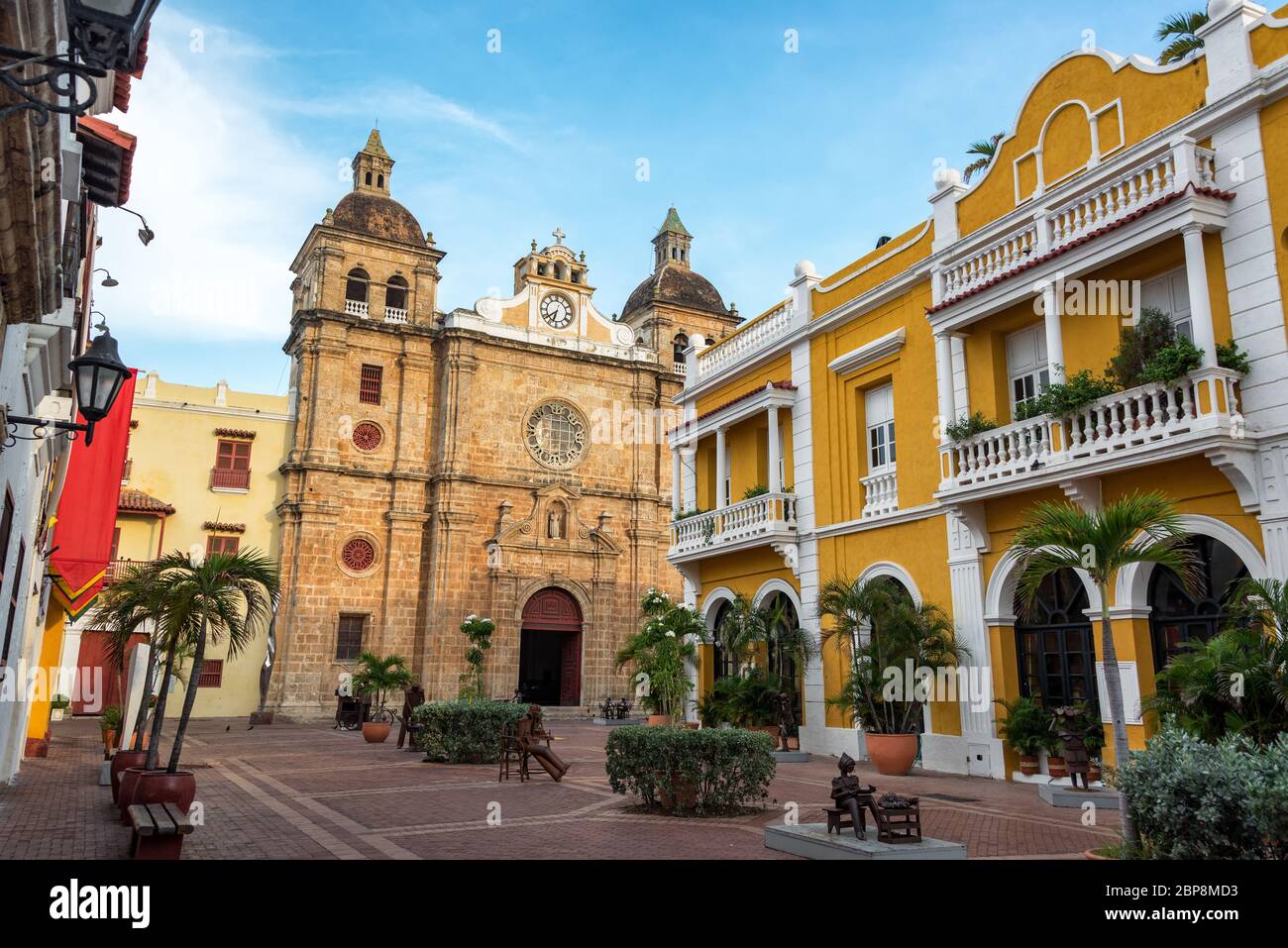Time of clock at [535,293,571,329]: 6:38
